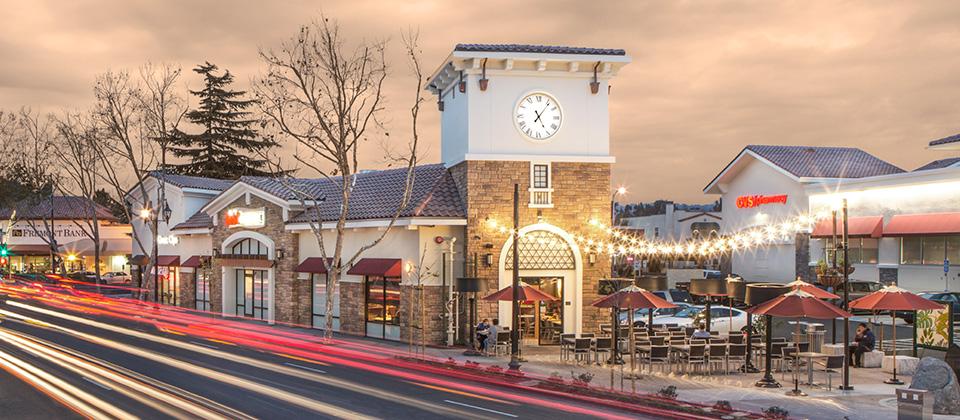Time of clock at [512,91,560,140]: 5:06
